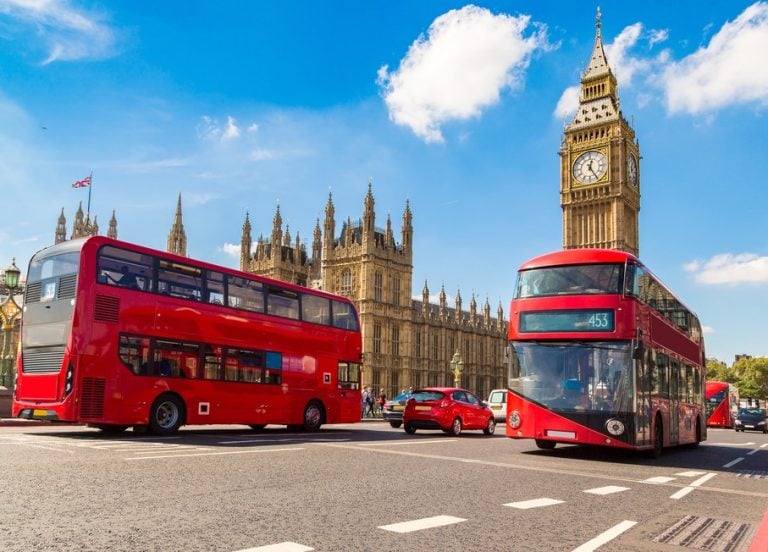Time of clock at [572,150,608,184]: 12:24
